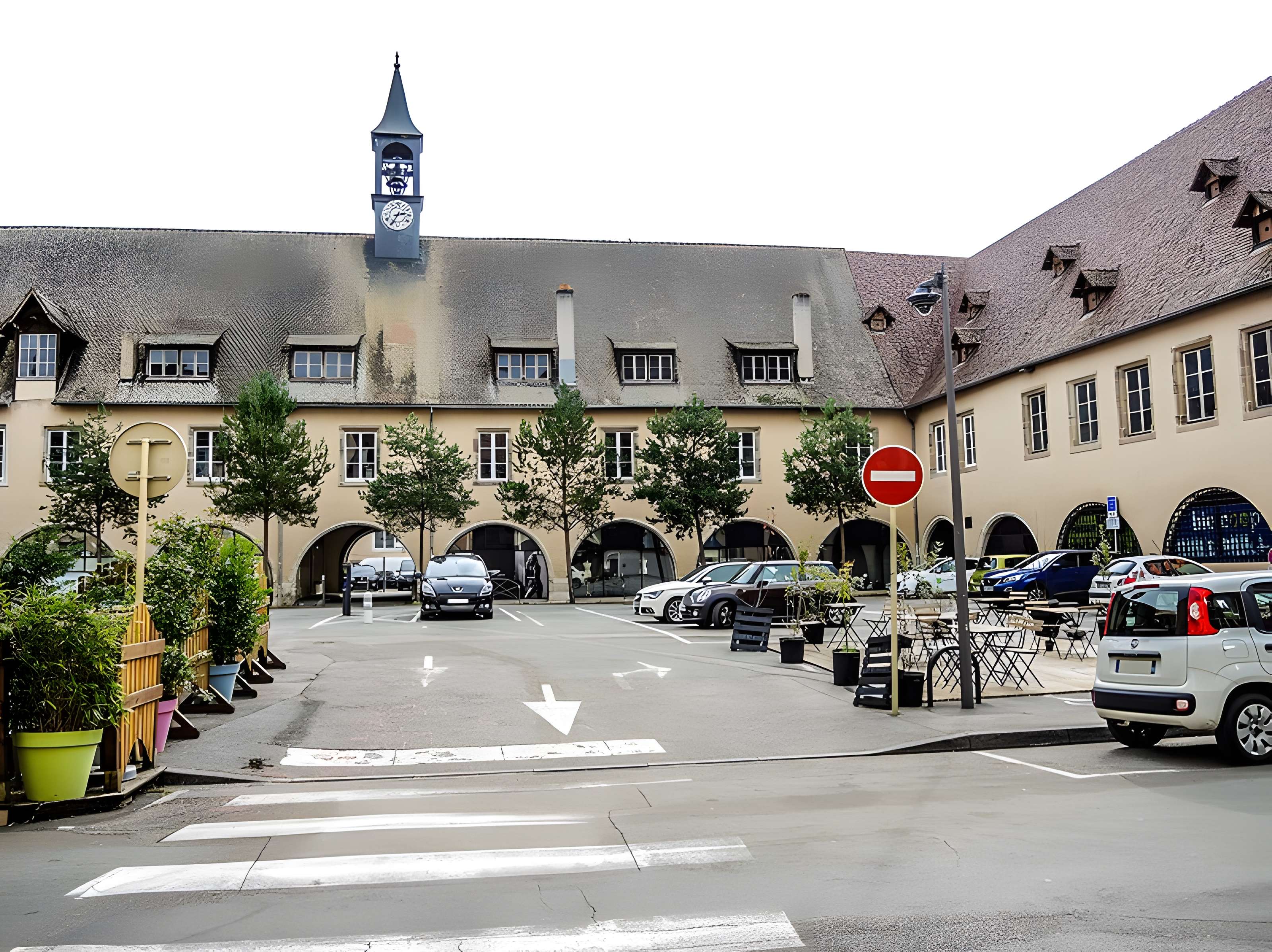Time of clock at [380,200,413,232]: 2:35
